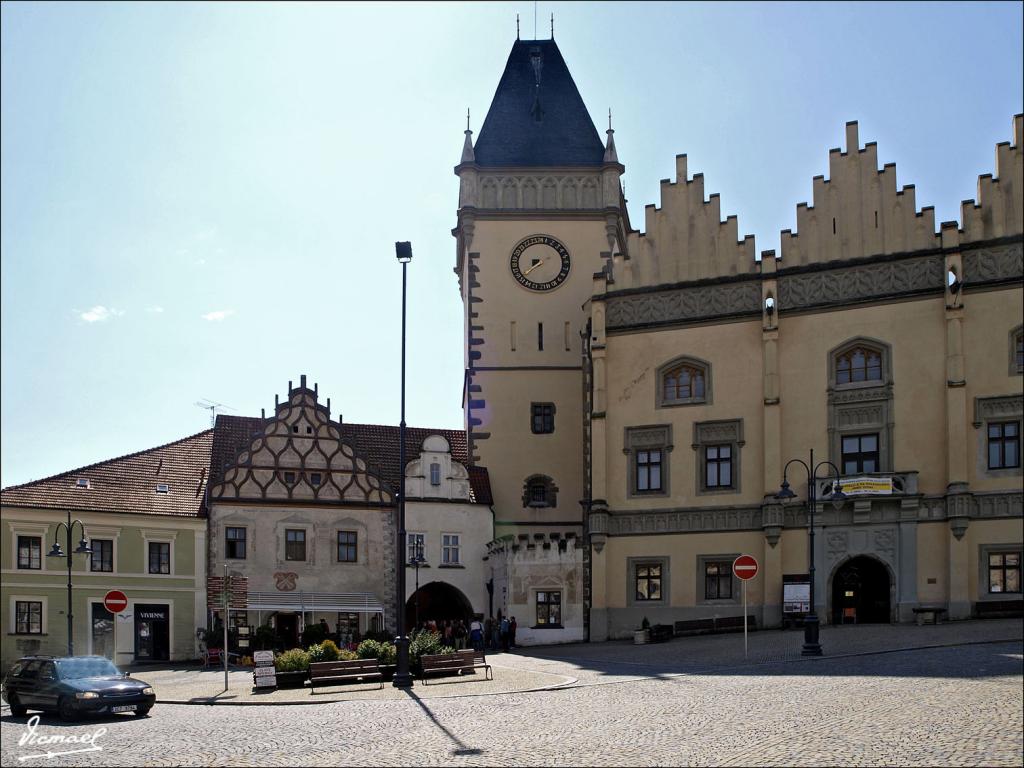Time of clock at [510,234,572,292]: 8:38
